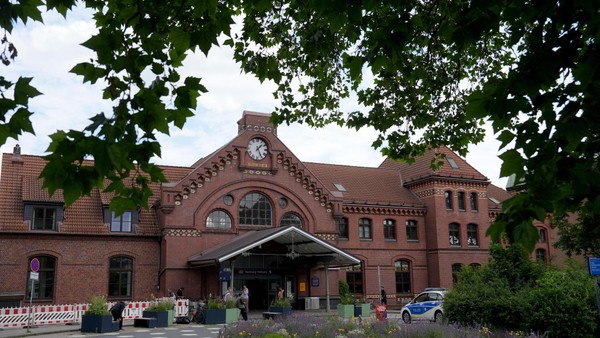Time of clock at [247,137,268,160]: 1:25
